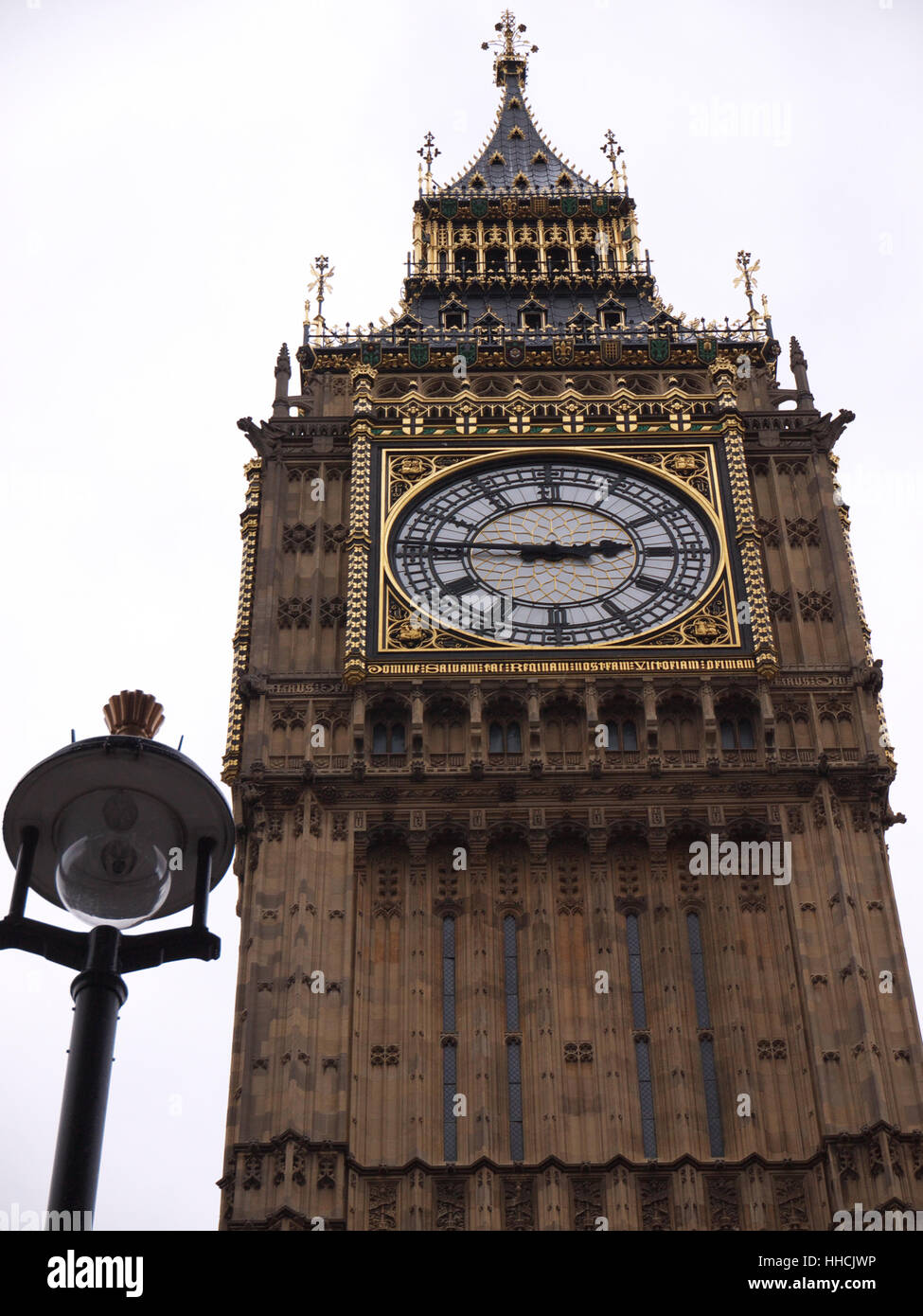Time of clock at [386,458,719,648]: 2:46
